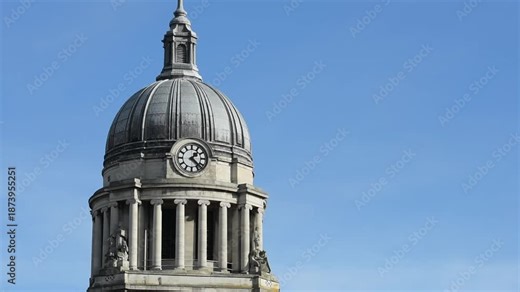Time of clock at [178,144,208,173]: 1:22
